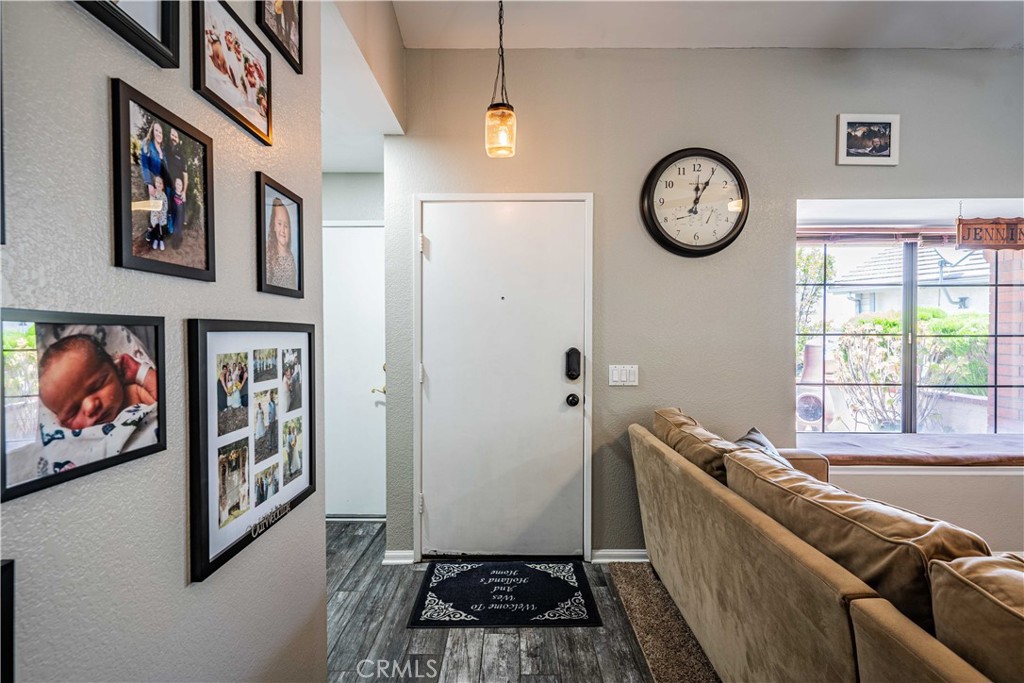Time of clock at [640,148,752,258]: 12:05
